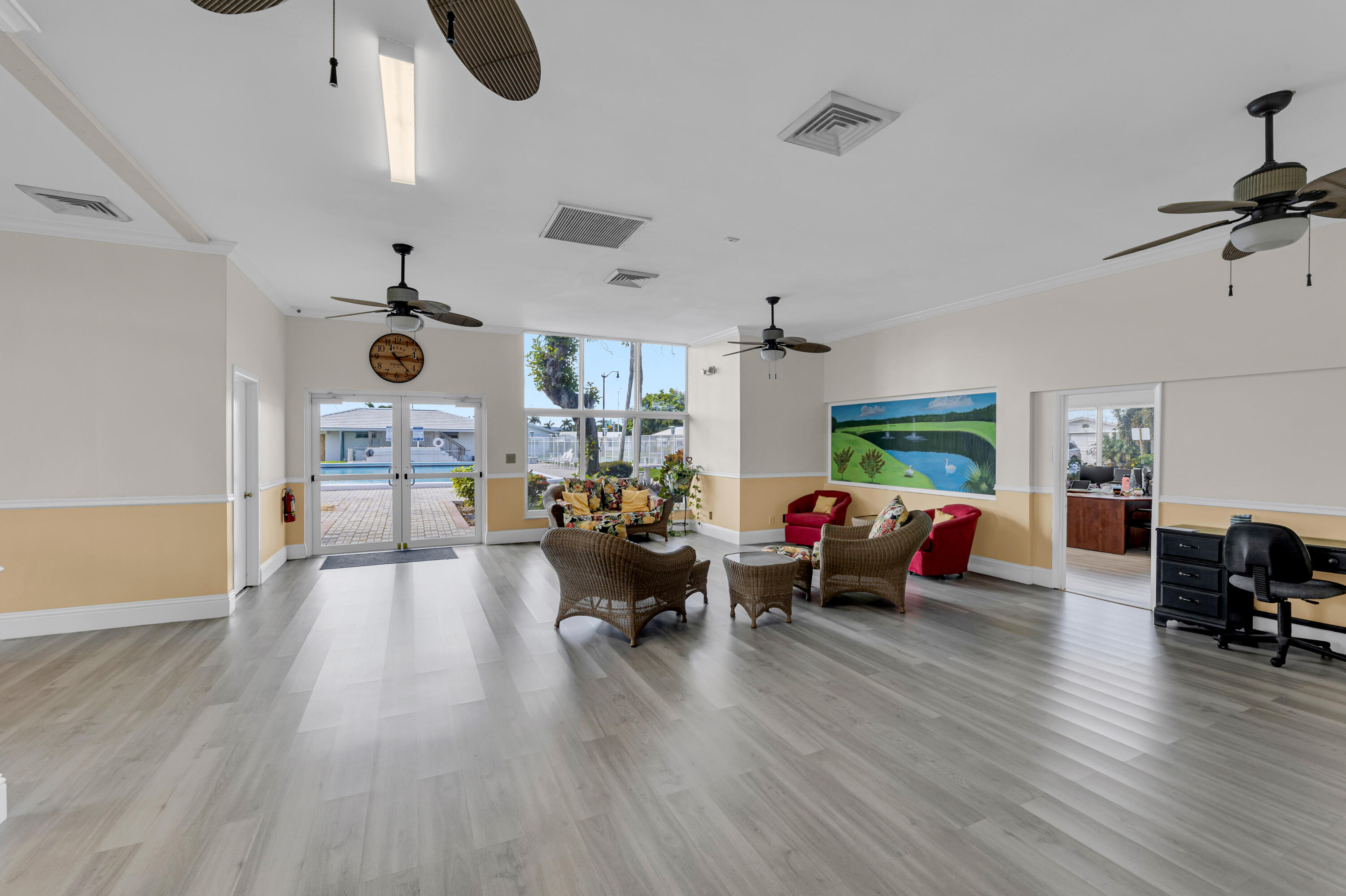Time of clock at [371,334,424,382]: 2:23
